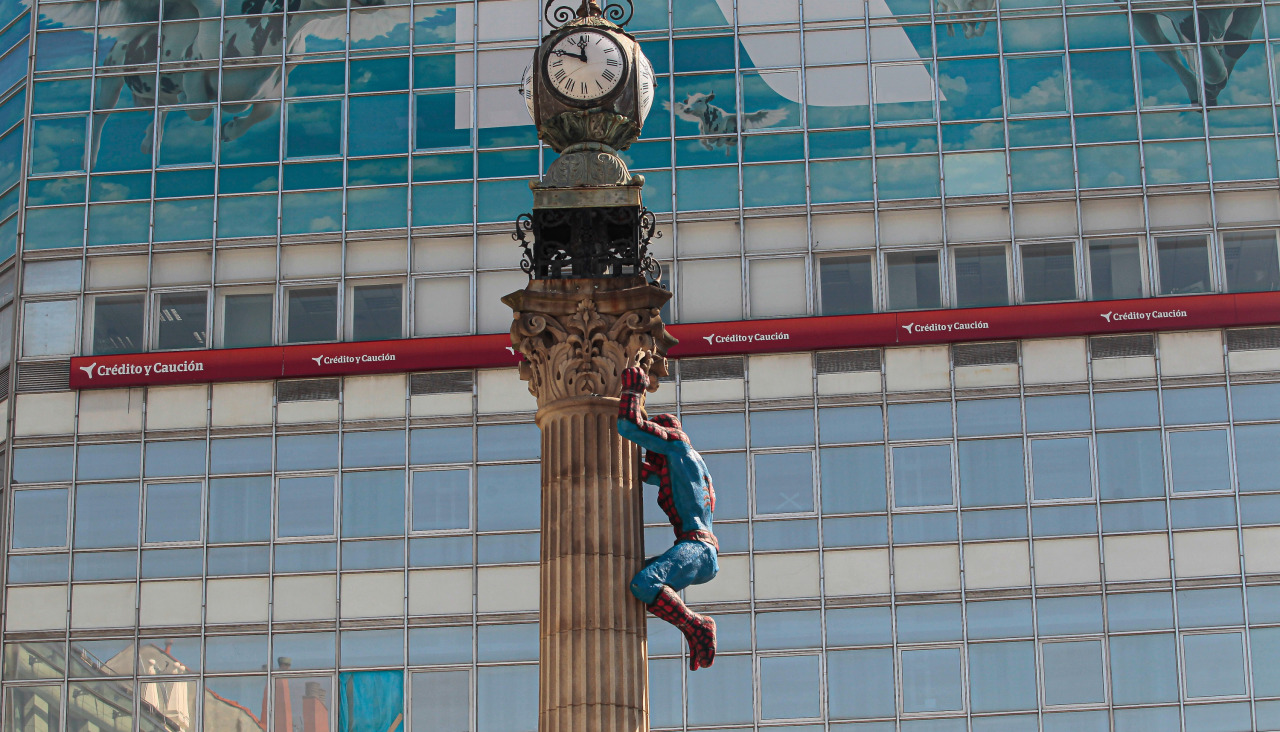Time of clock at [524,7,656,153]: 11:48
